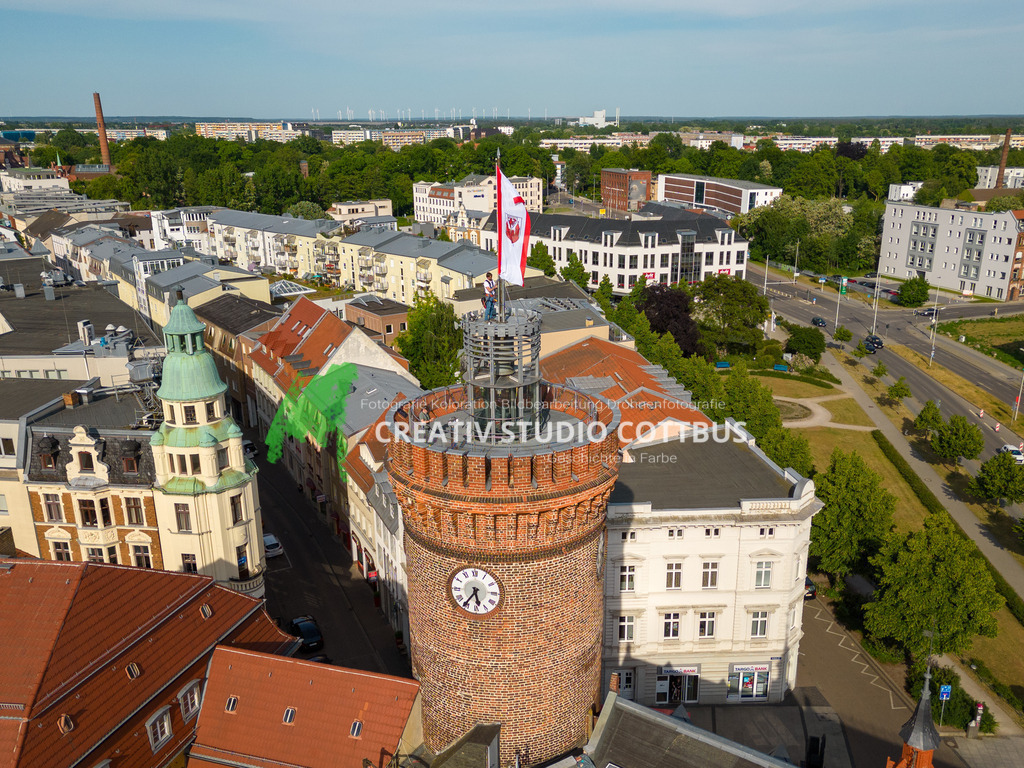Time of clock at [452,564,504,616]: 5:36
